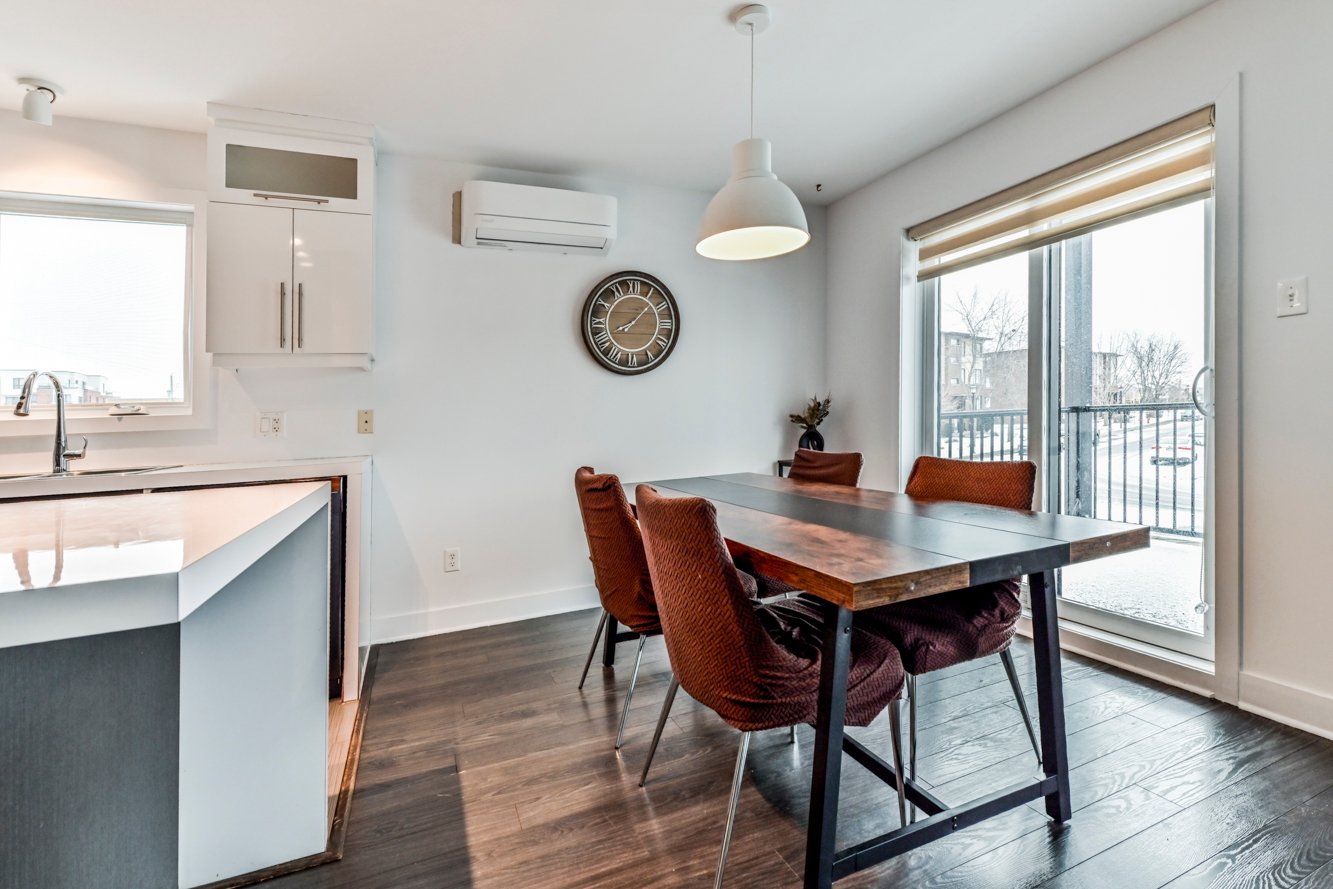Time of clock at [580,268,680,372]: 8:07
